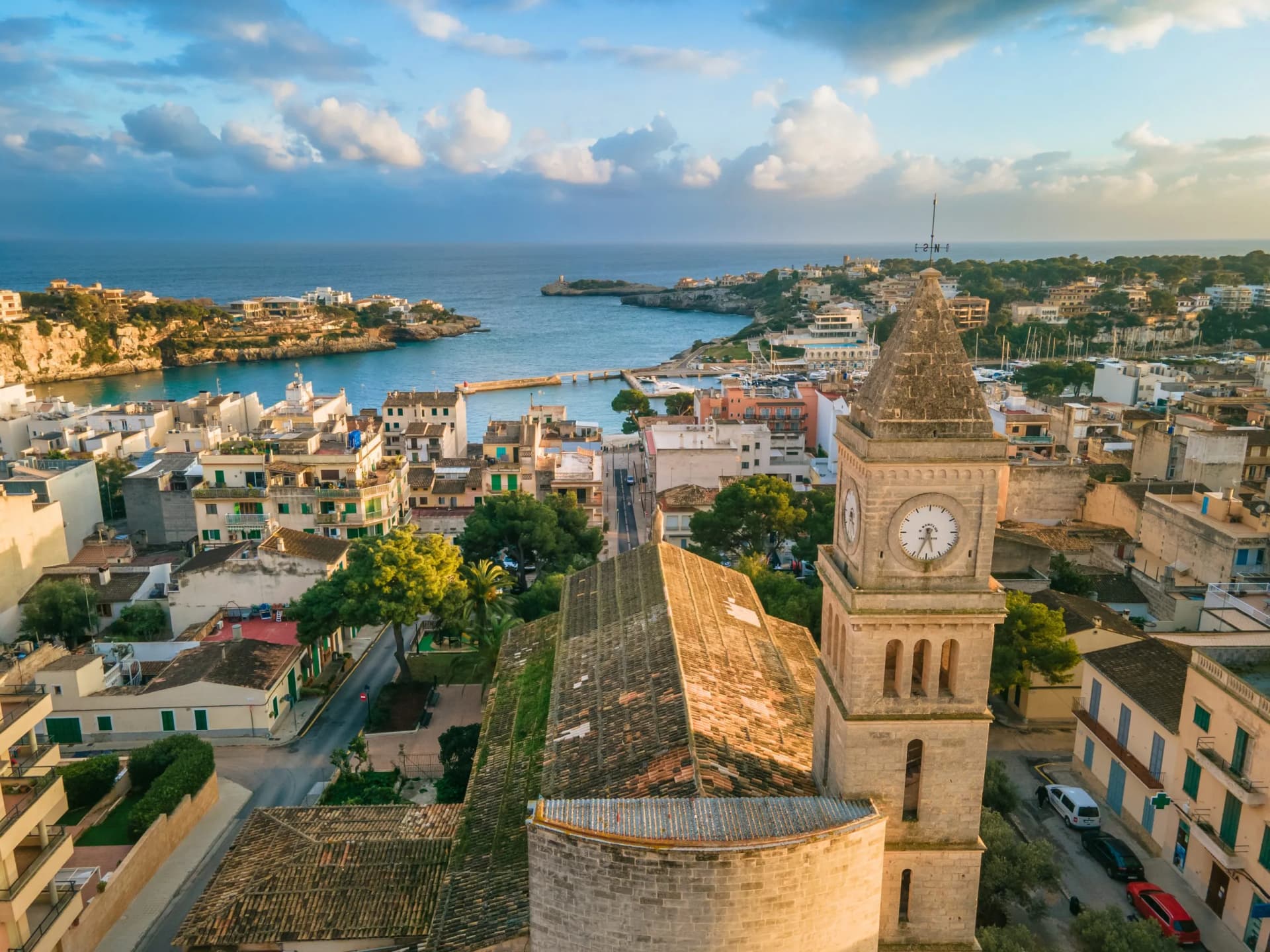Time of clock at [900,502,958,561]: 5:33
